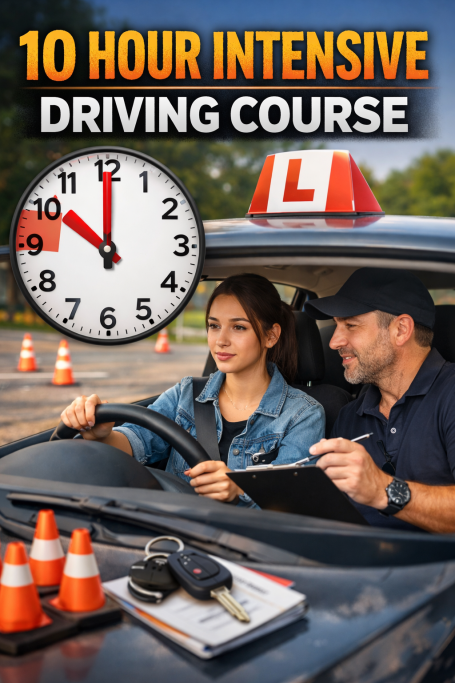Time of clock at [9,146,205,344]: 10:00
